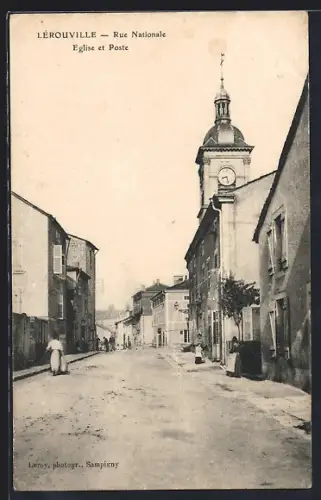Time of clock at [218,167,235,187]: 8:27
